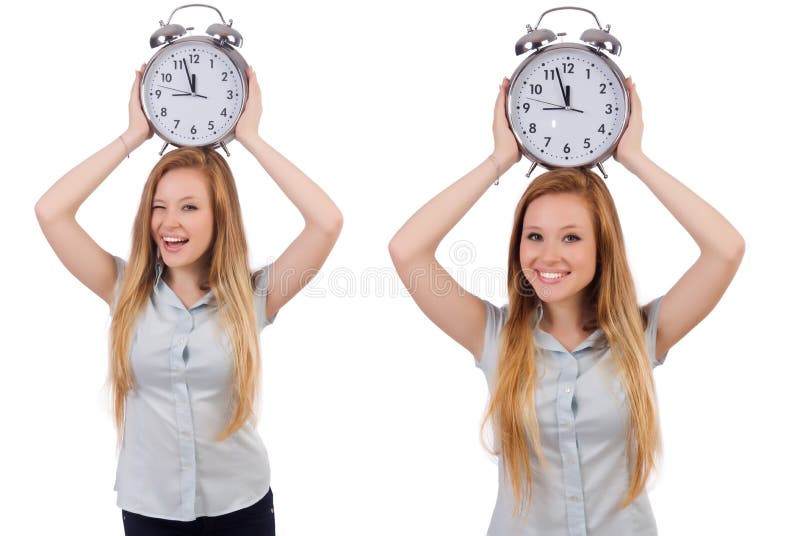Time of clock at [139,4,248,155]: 11:57
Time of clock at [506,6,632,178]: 11:57
